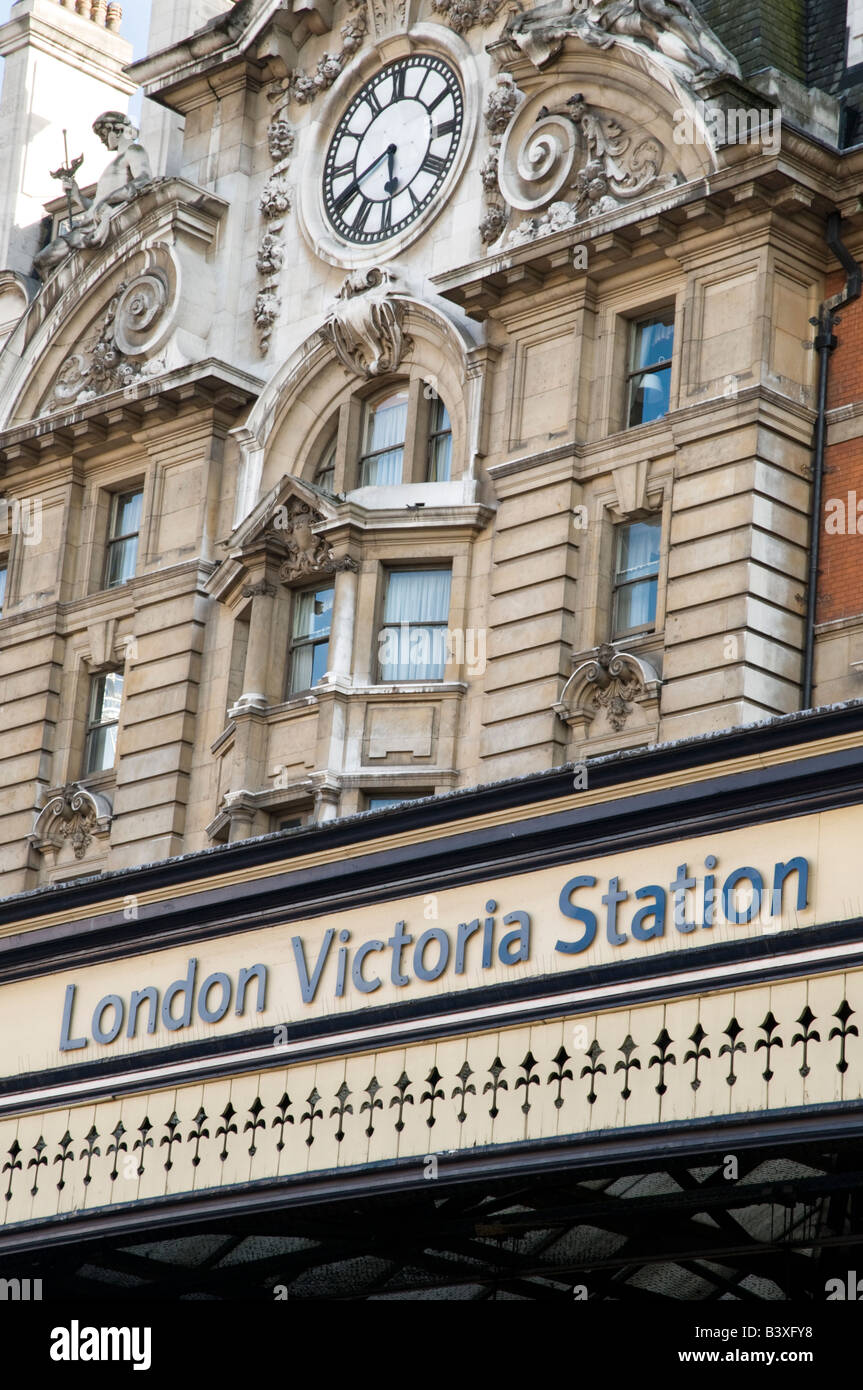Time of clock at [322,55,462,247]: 5:40
